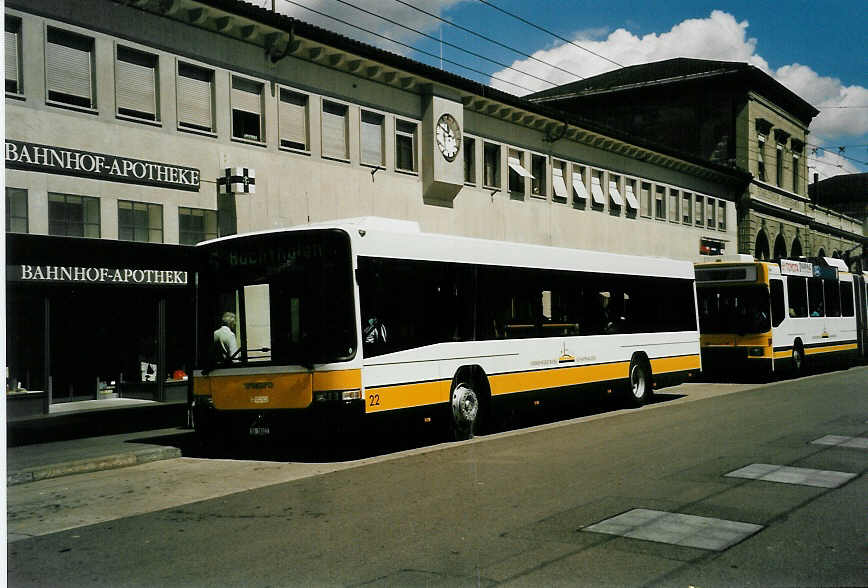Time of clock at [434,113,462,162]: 11:49
